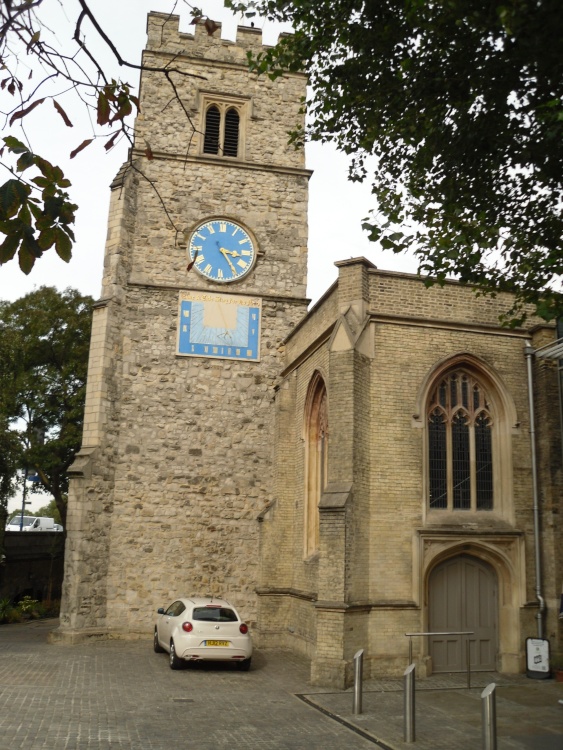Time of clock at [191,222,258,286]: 3:24
